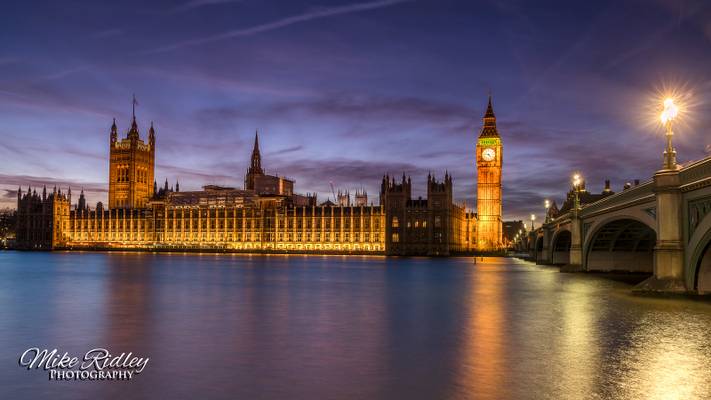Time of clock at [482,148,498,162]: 4:46
